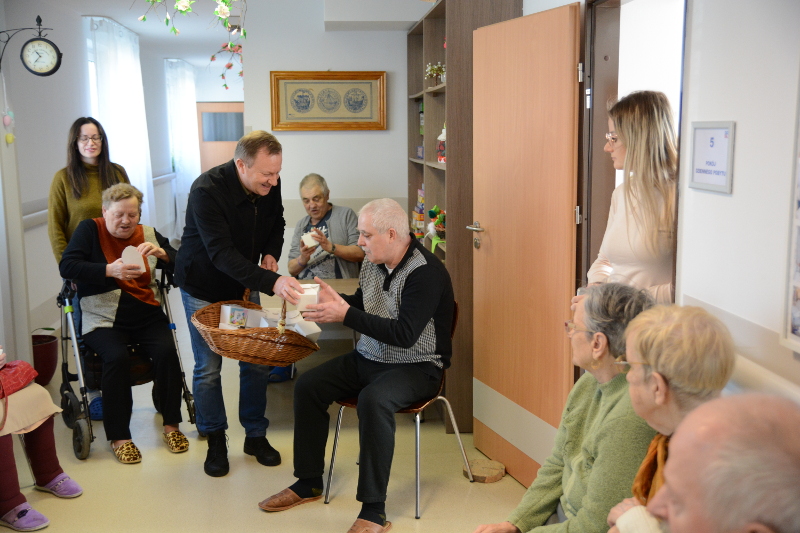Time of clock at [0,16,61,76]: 10:36
